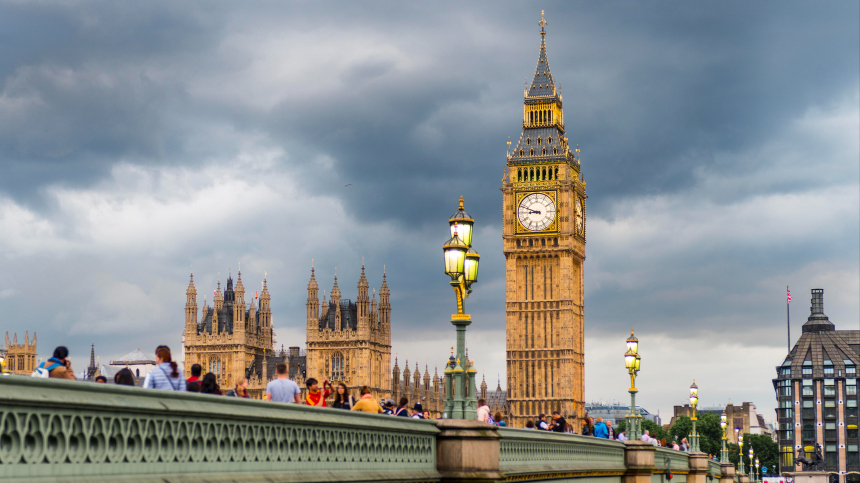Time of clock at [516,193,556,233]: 8:48
